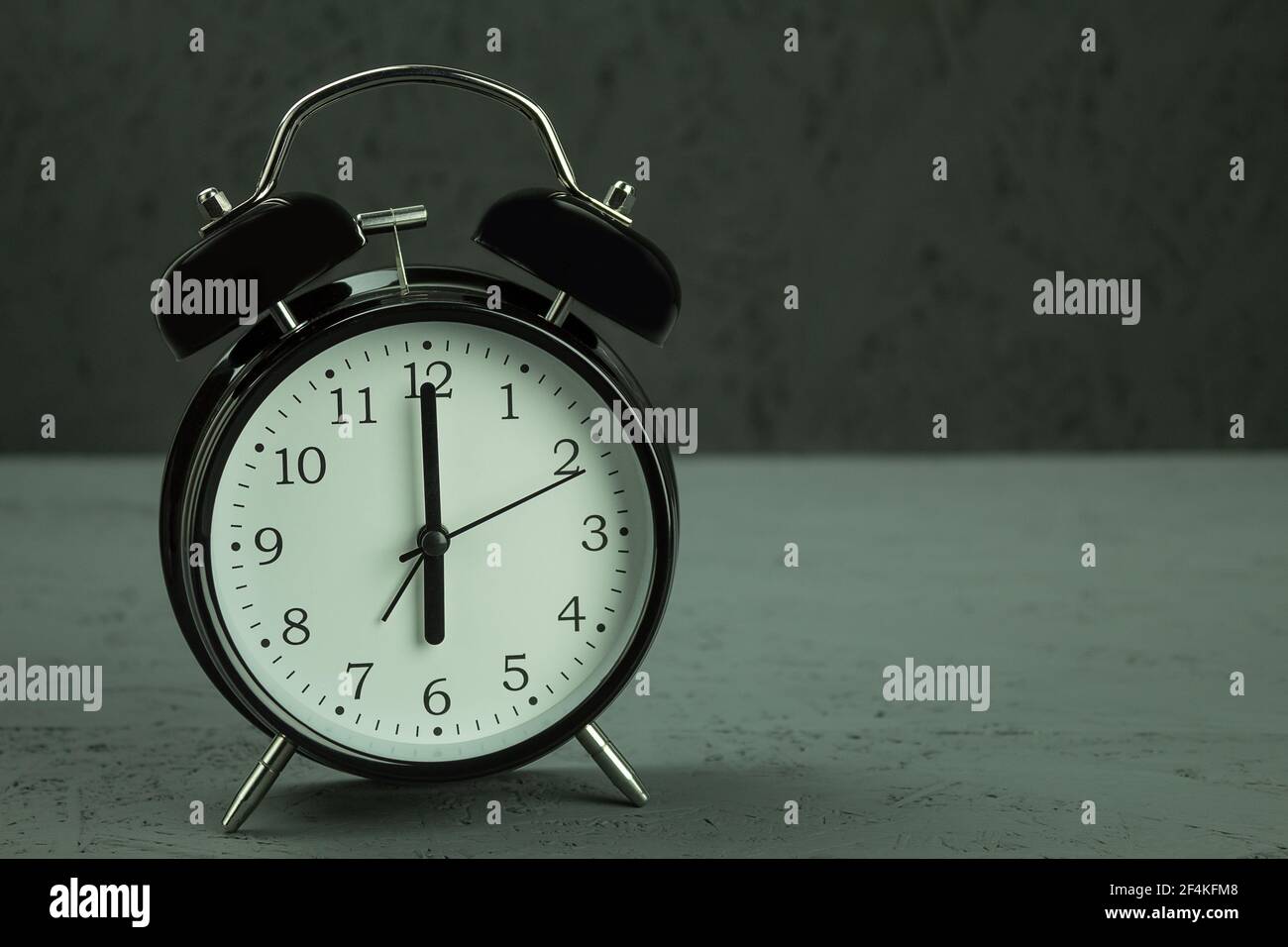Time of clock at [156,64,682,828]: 6:00
